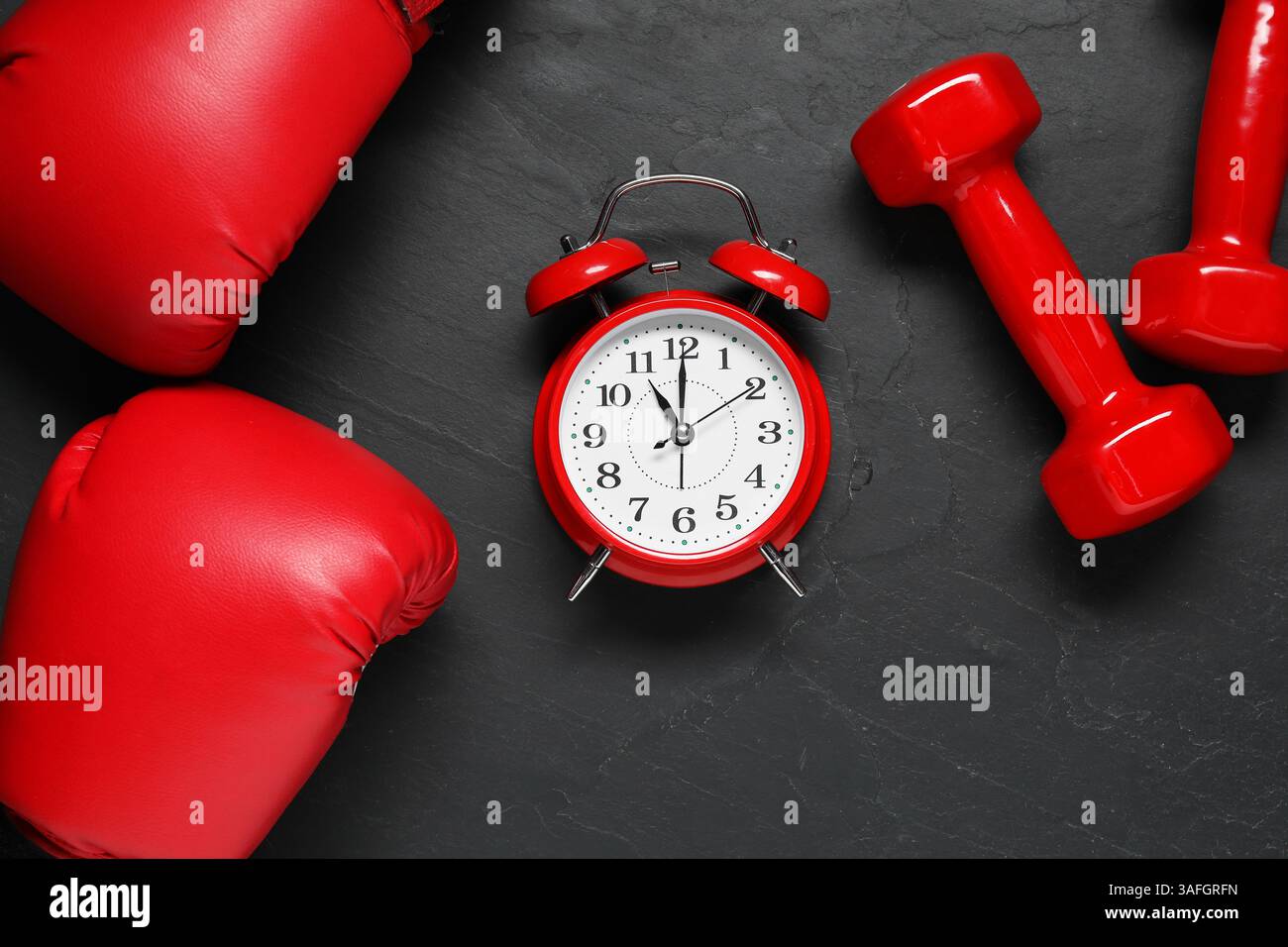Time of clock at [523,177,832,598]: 11:00
